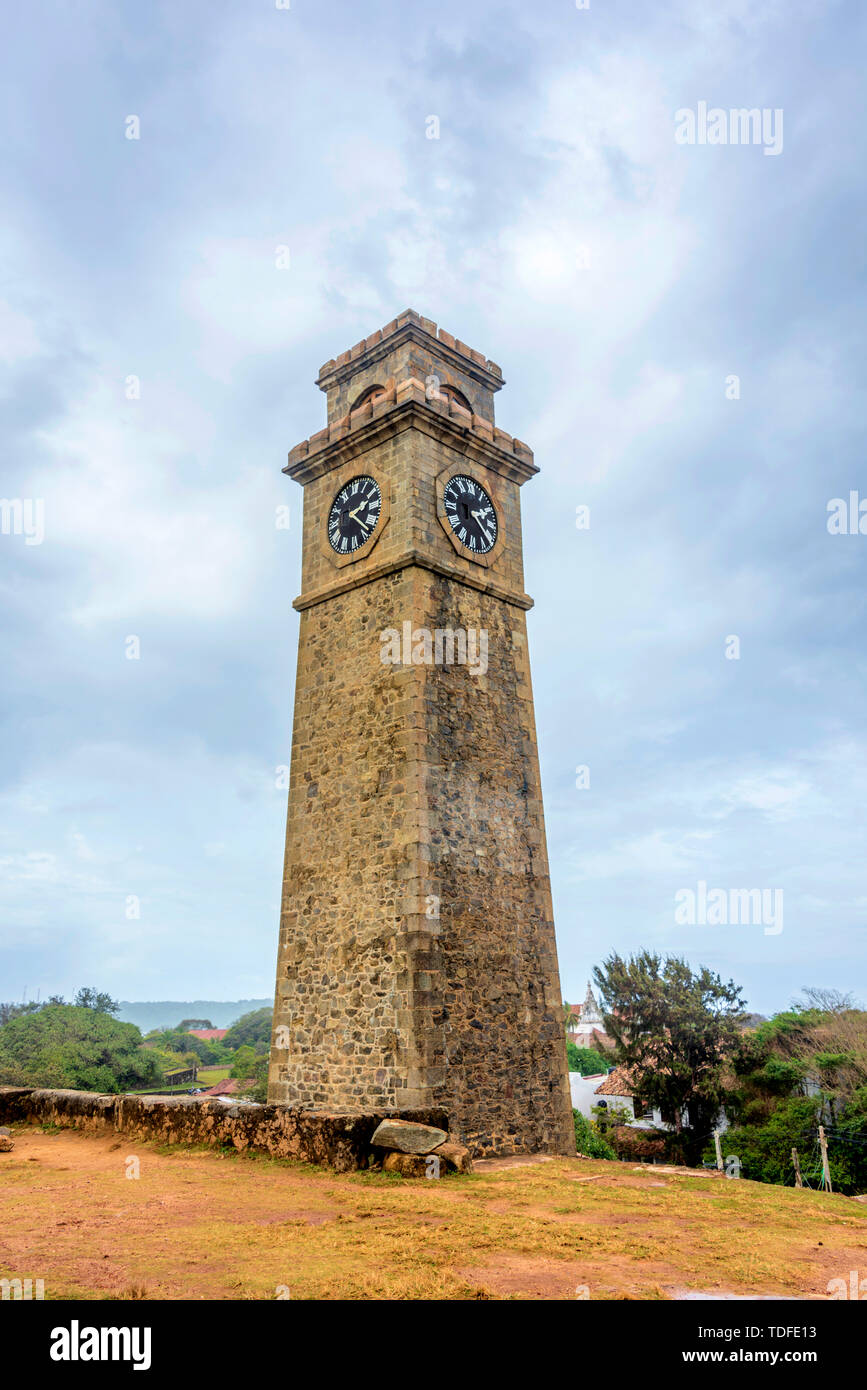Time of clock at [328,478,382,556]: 2:21
